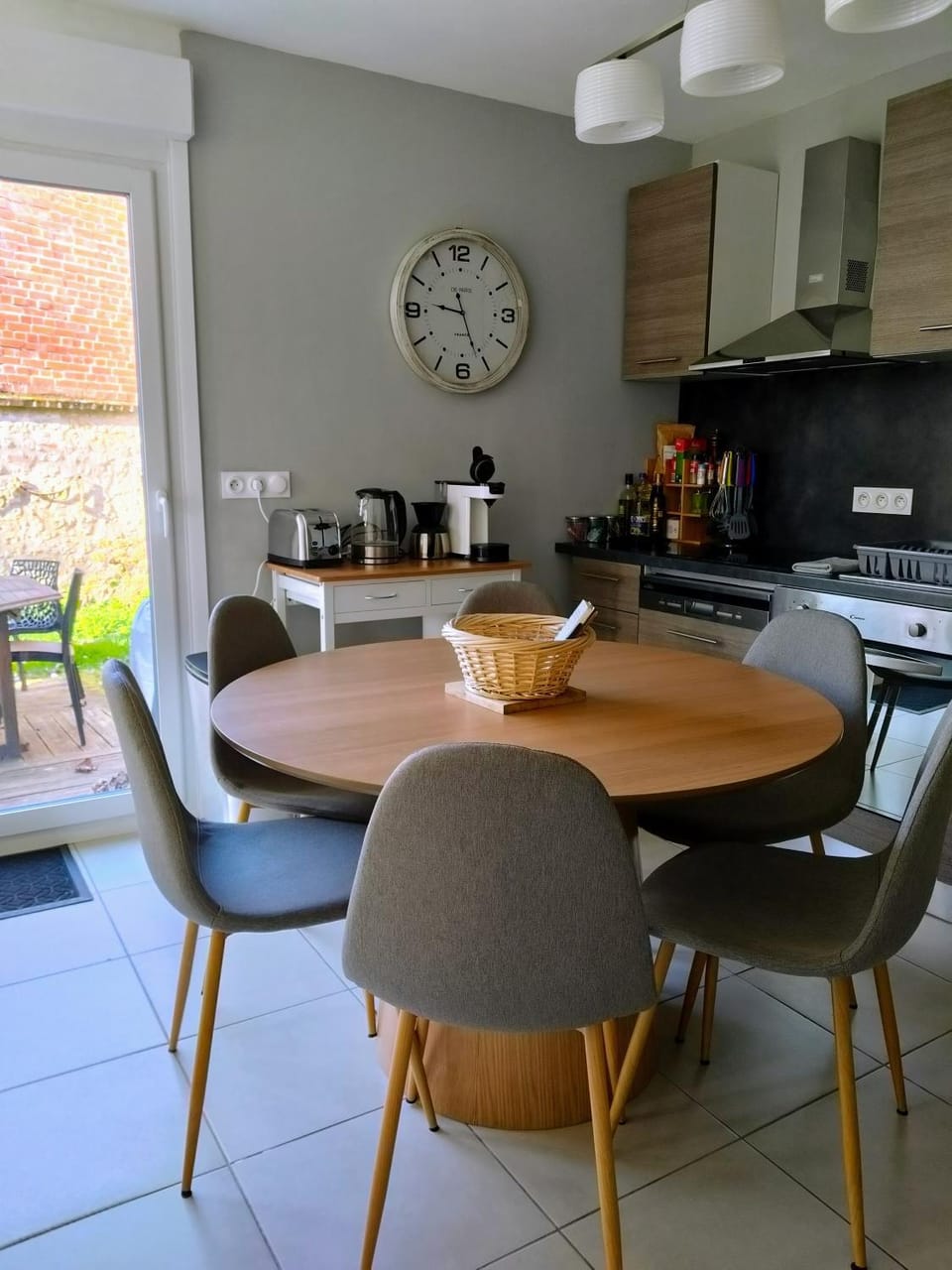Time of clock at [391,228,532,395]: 9:26
